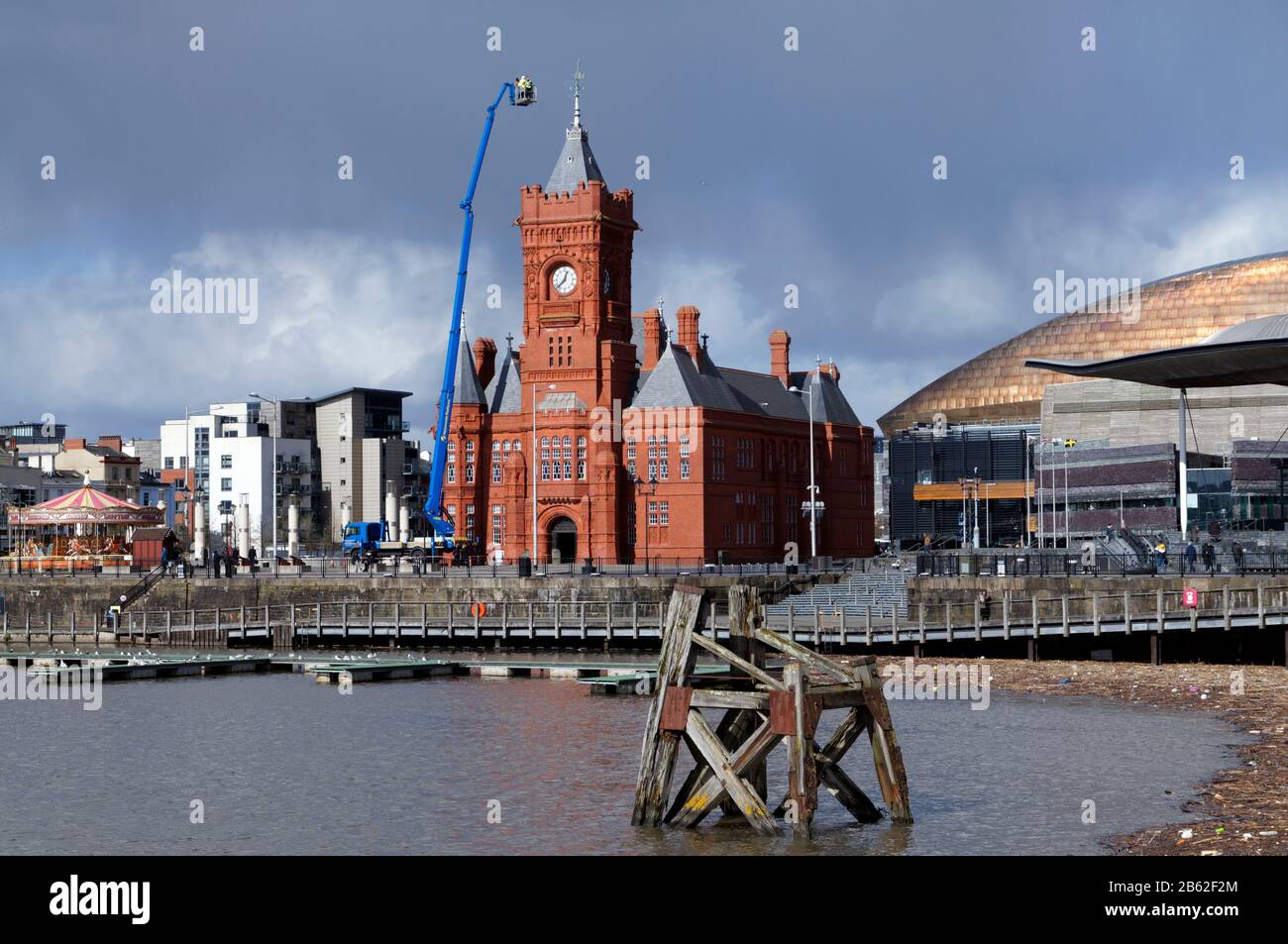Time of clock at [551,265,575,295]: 12:37
